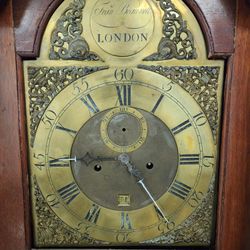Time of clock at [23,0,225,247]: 4:45
